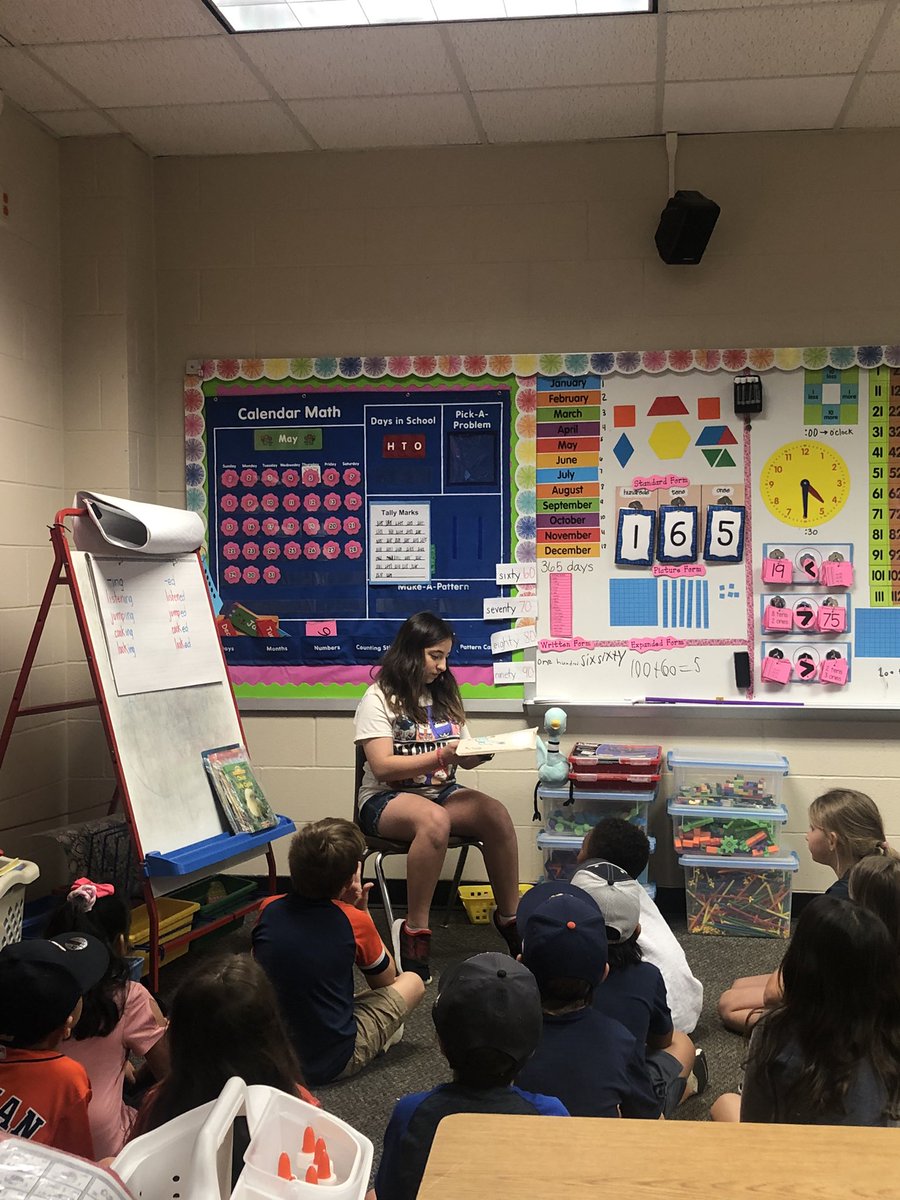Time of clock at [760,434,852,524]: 4:29
